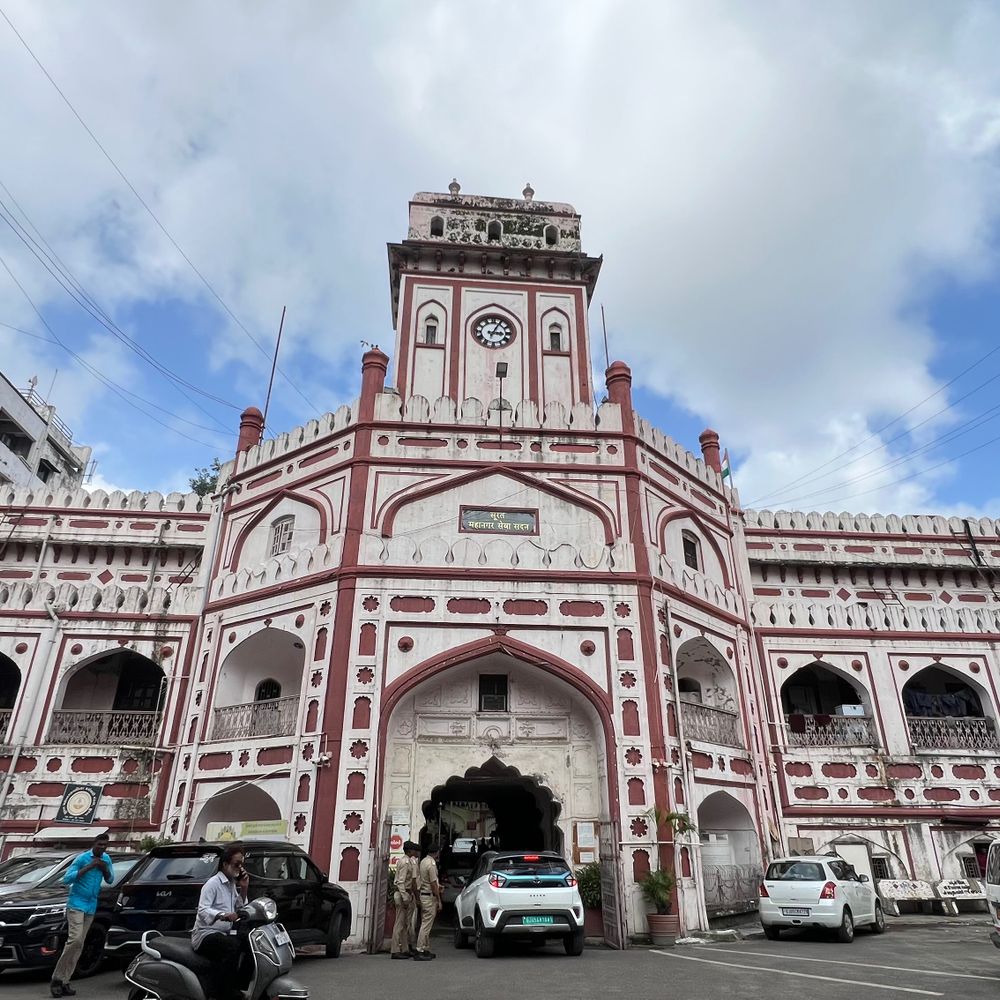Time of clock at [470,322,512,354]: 3:04
